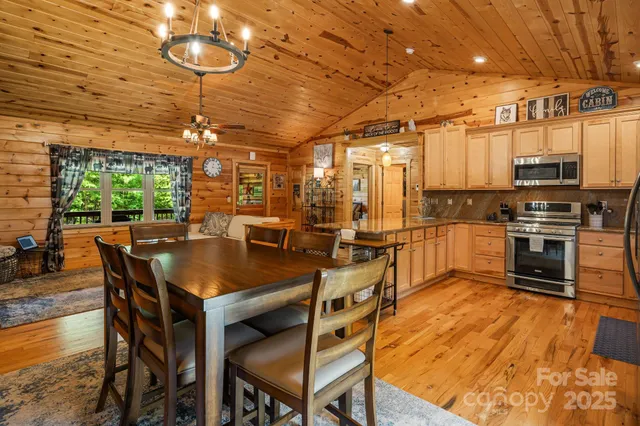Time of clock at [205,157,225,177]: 12:16
